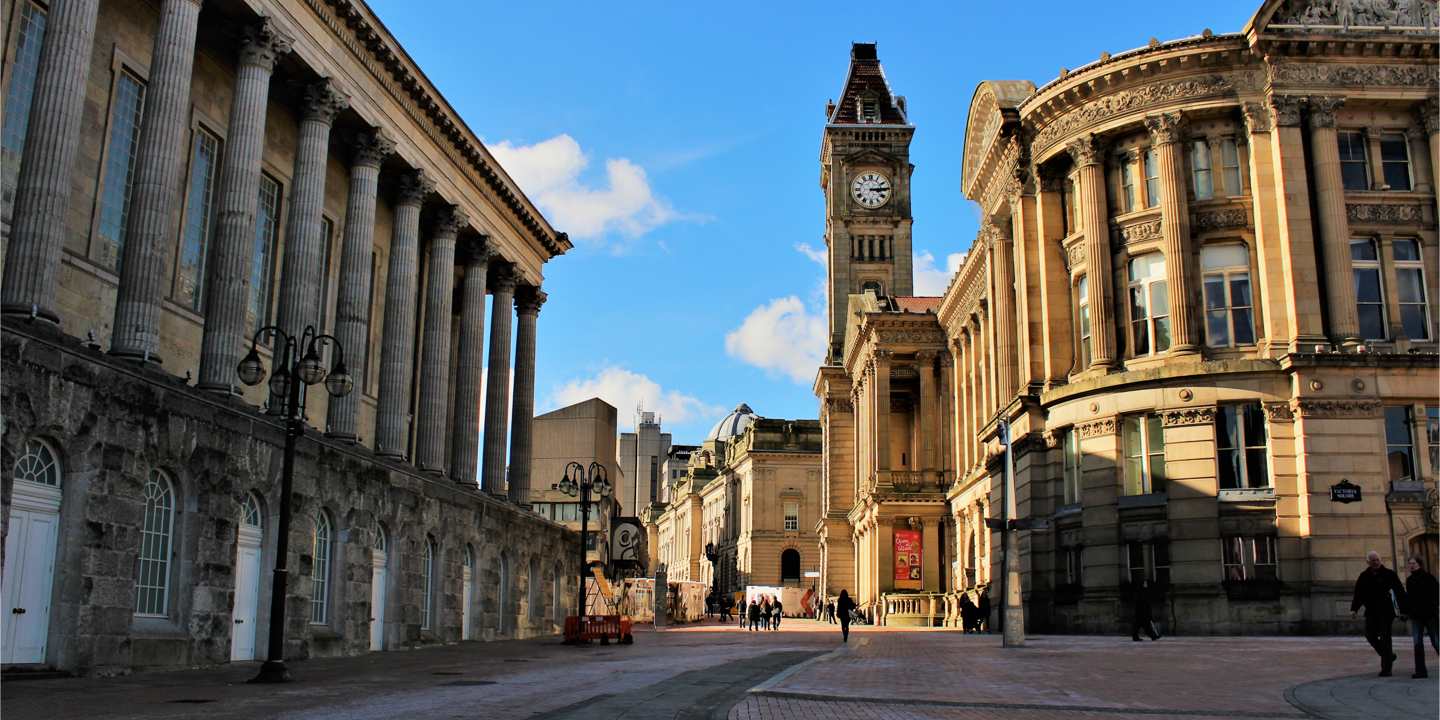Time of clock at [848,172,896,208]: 3:14
